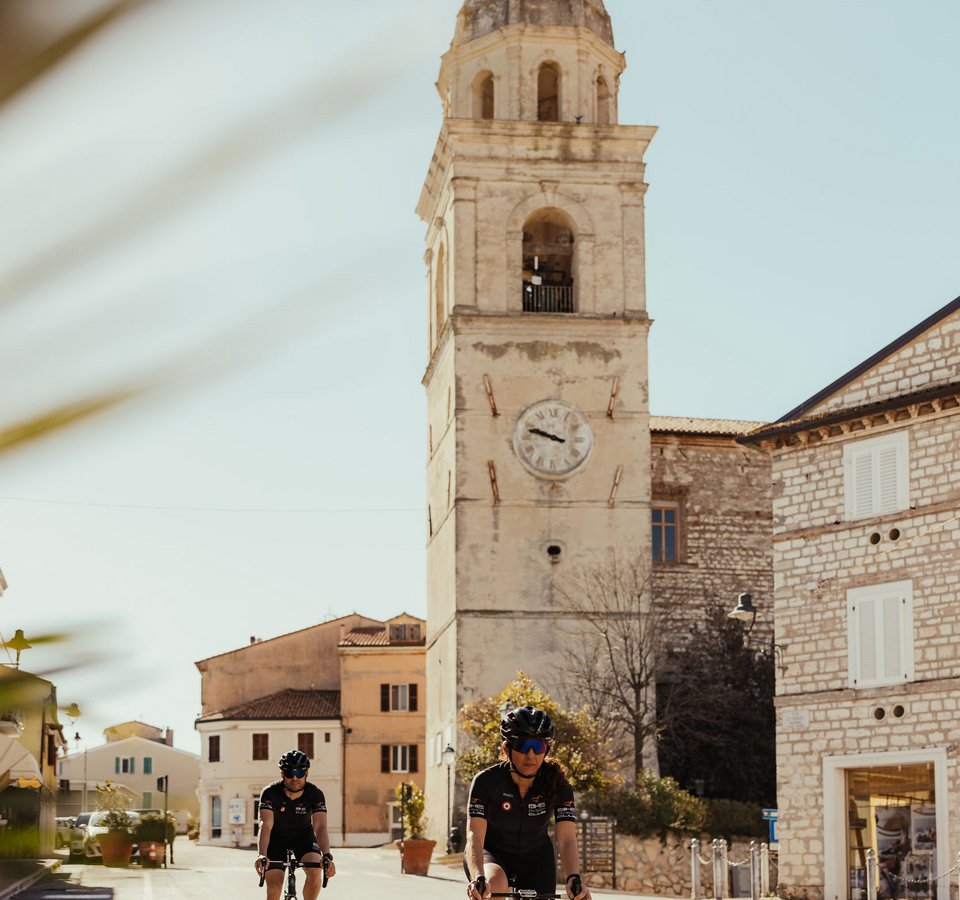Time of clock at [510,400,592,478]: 9:47
